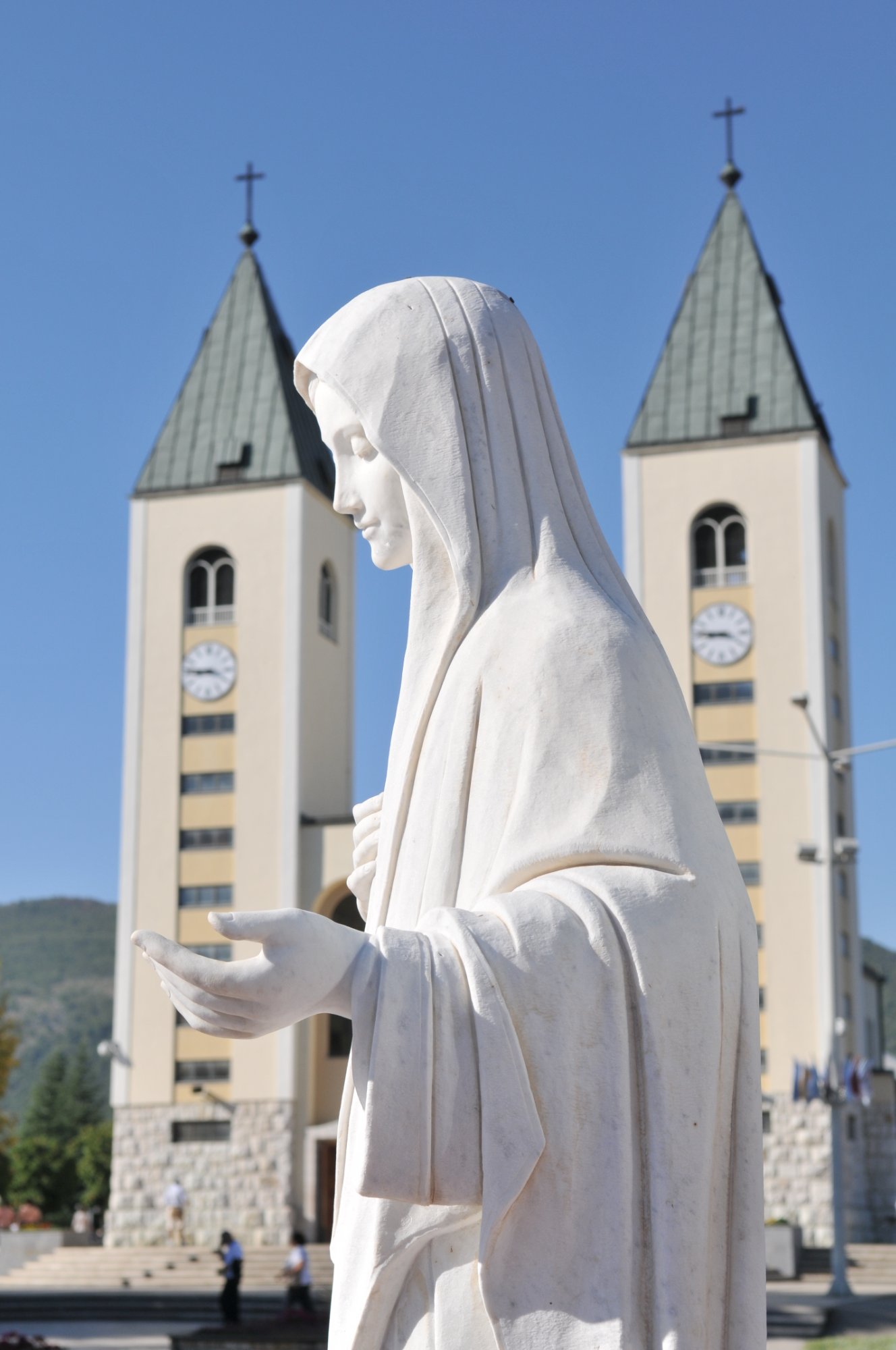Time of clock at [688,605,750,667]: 8:46
